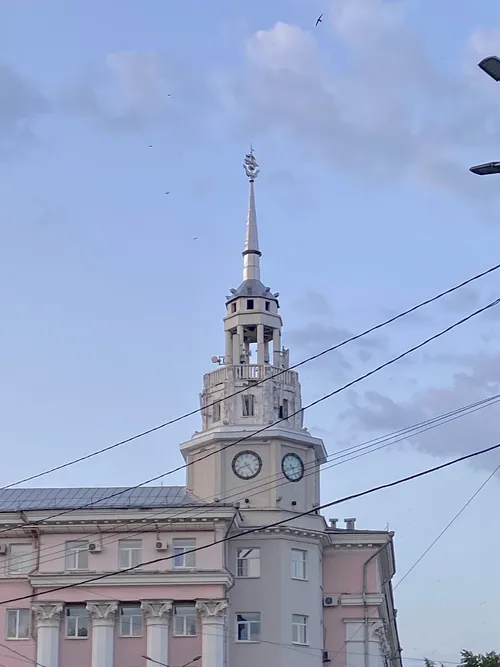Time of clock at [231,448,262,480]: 8:24
